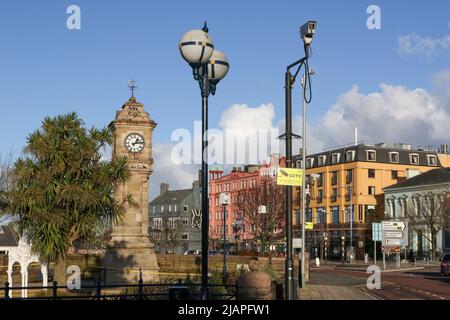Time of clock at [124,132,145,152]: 1:13
